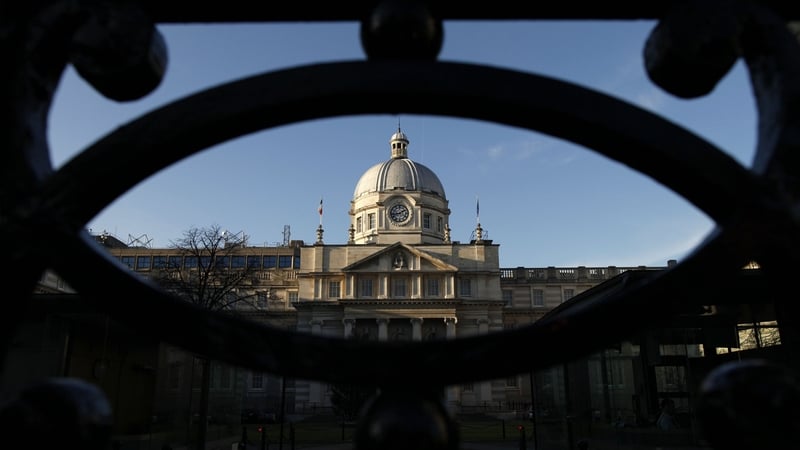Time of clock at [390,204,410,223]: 1:42
